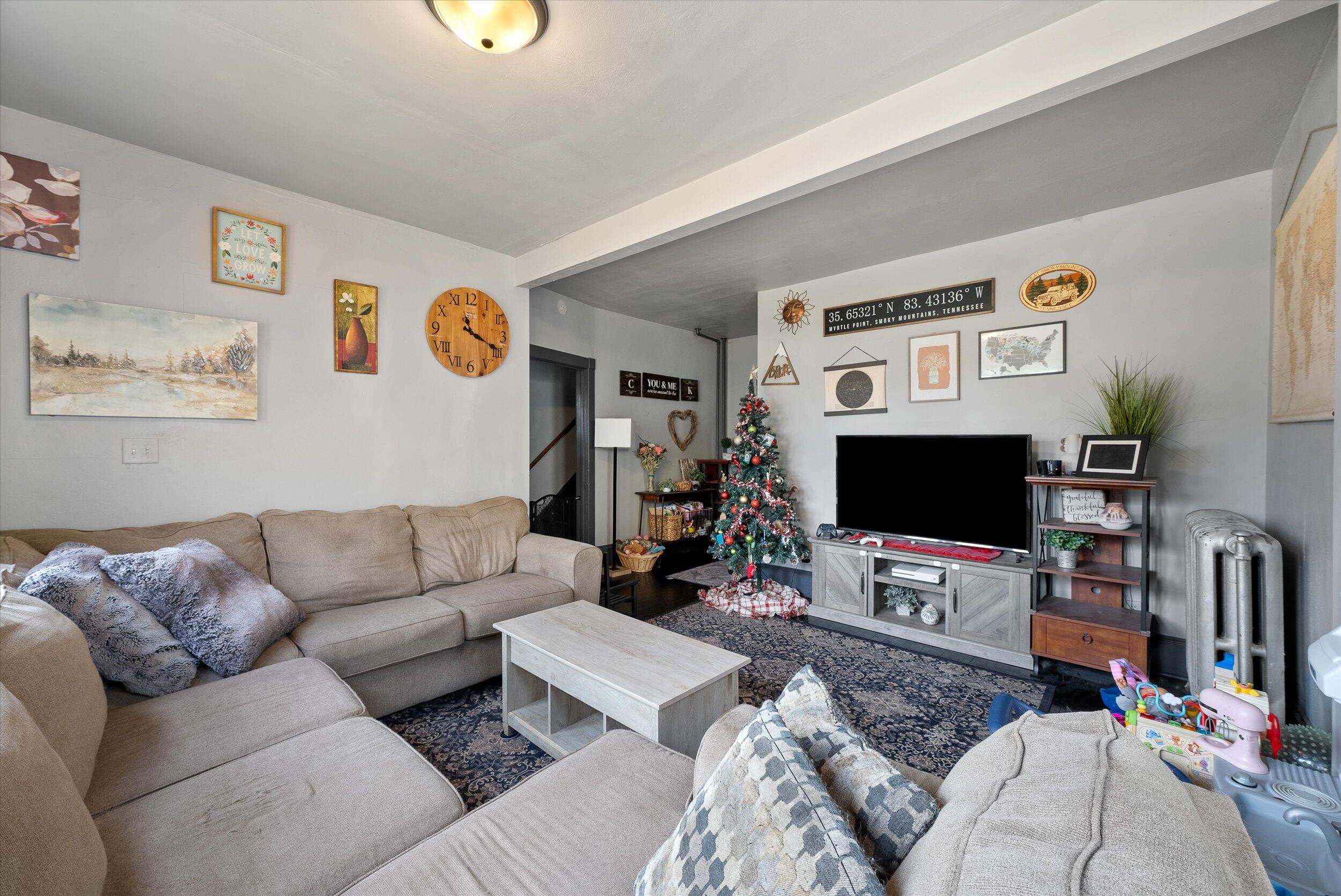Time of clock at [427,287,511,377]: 11:19
